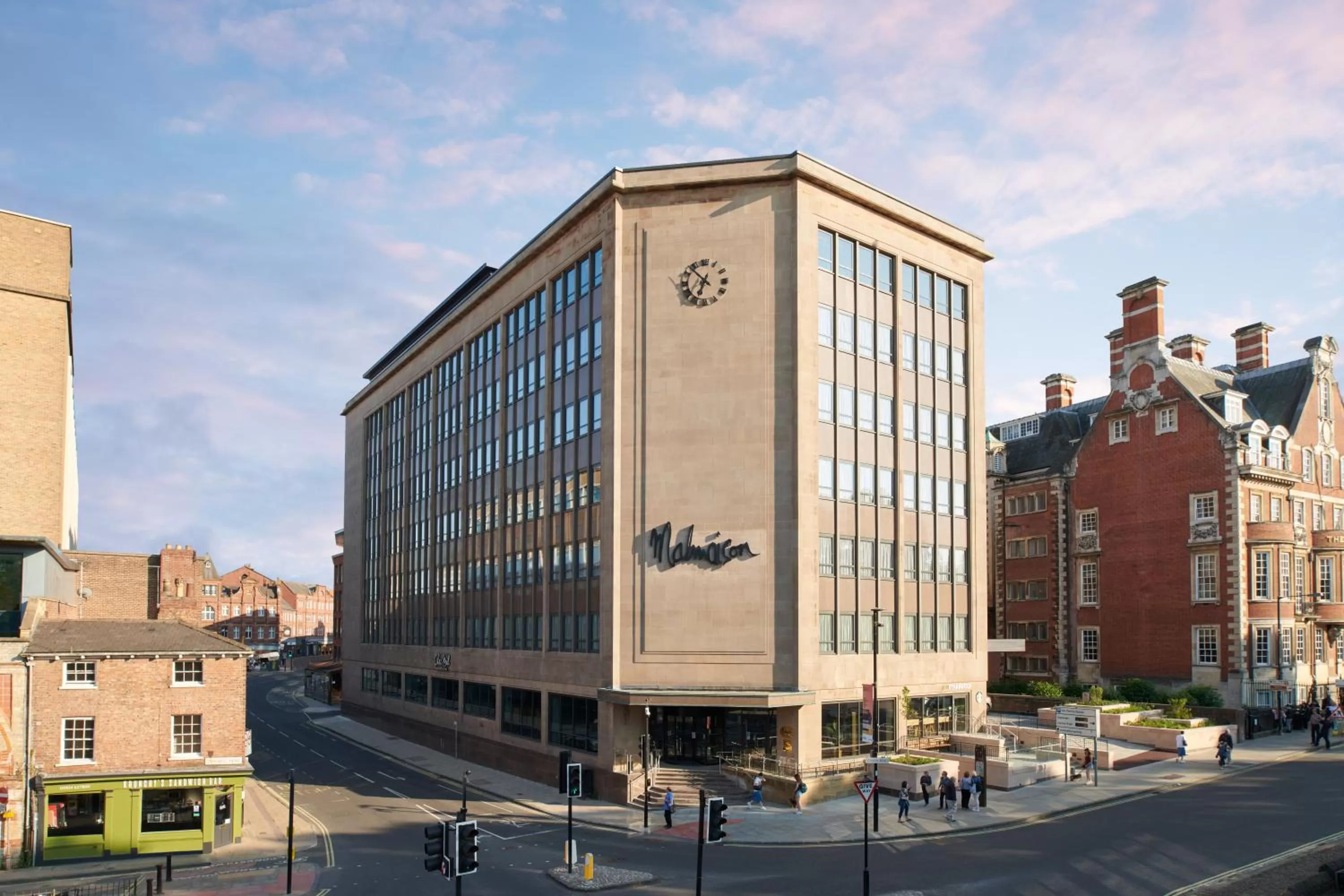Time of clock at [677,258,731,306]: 6:52
